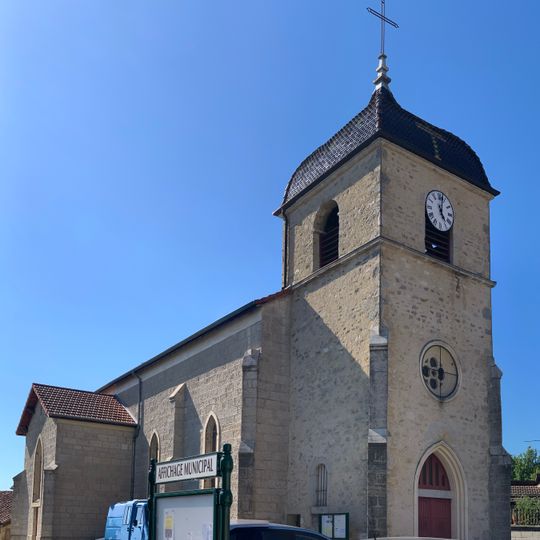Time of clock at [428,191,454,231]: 5:02
